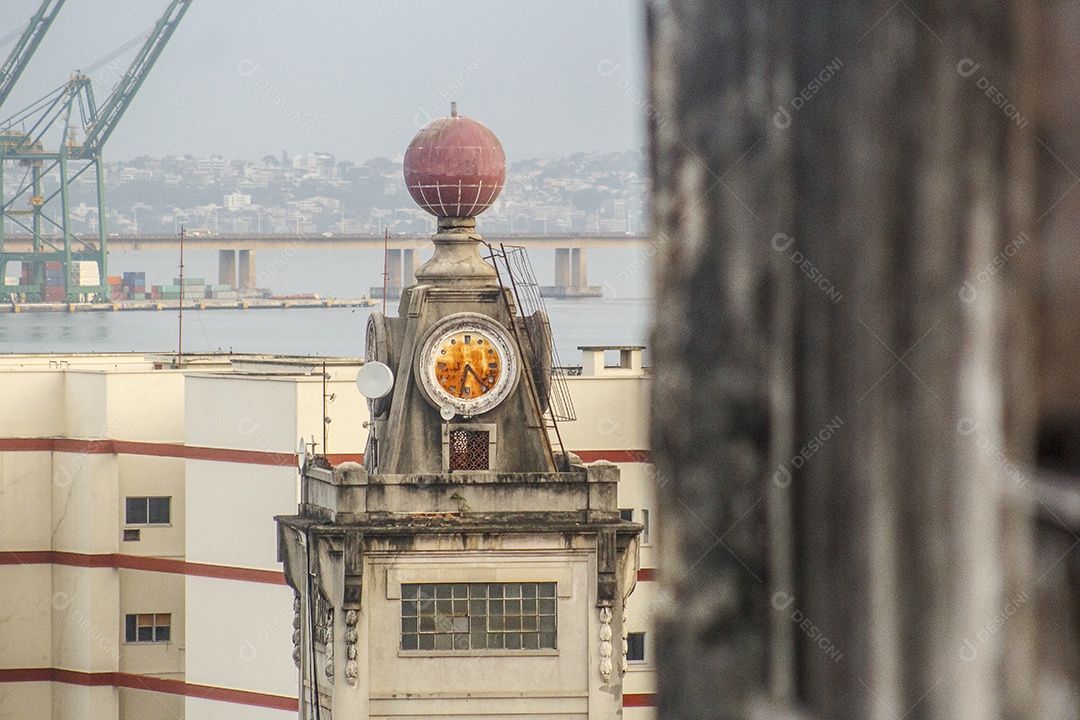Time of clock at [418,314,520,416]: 6:23
